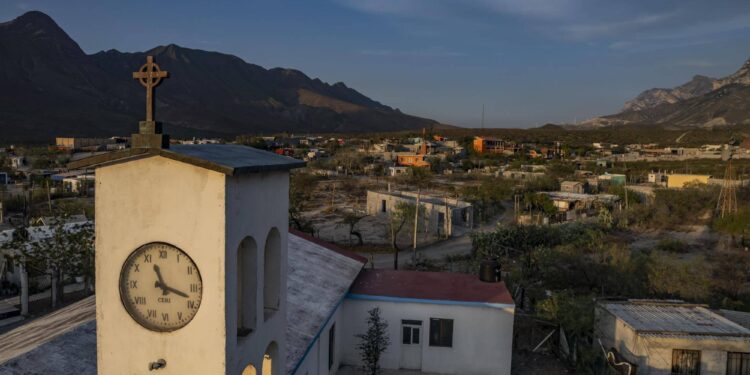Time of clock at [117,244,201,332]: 11:18
